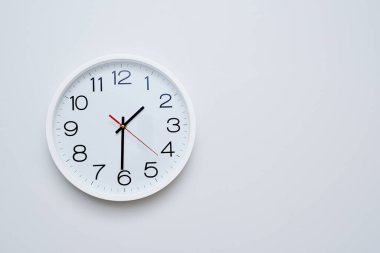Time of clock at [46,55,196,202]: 1:30
